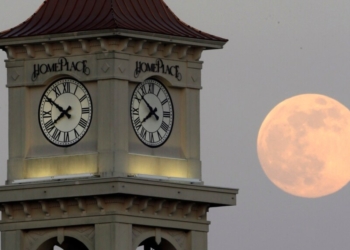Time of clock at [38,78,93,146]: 7:50
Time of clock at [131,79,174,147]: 7:51
